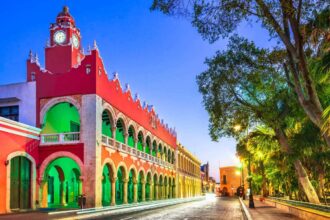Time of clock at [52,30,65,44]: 6:13
